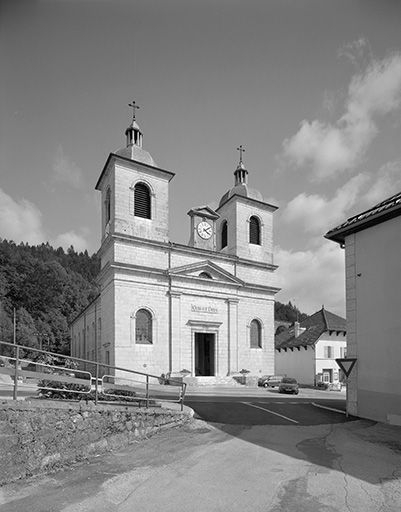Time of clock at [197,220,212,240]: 4:09
